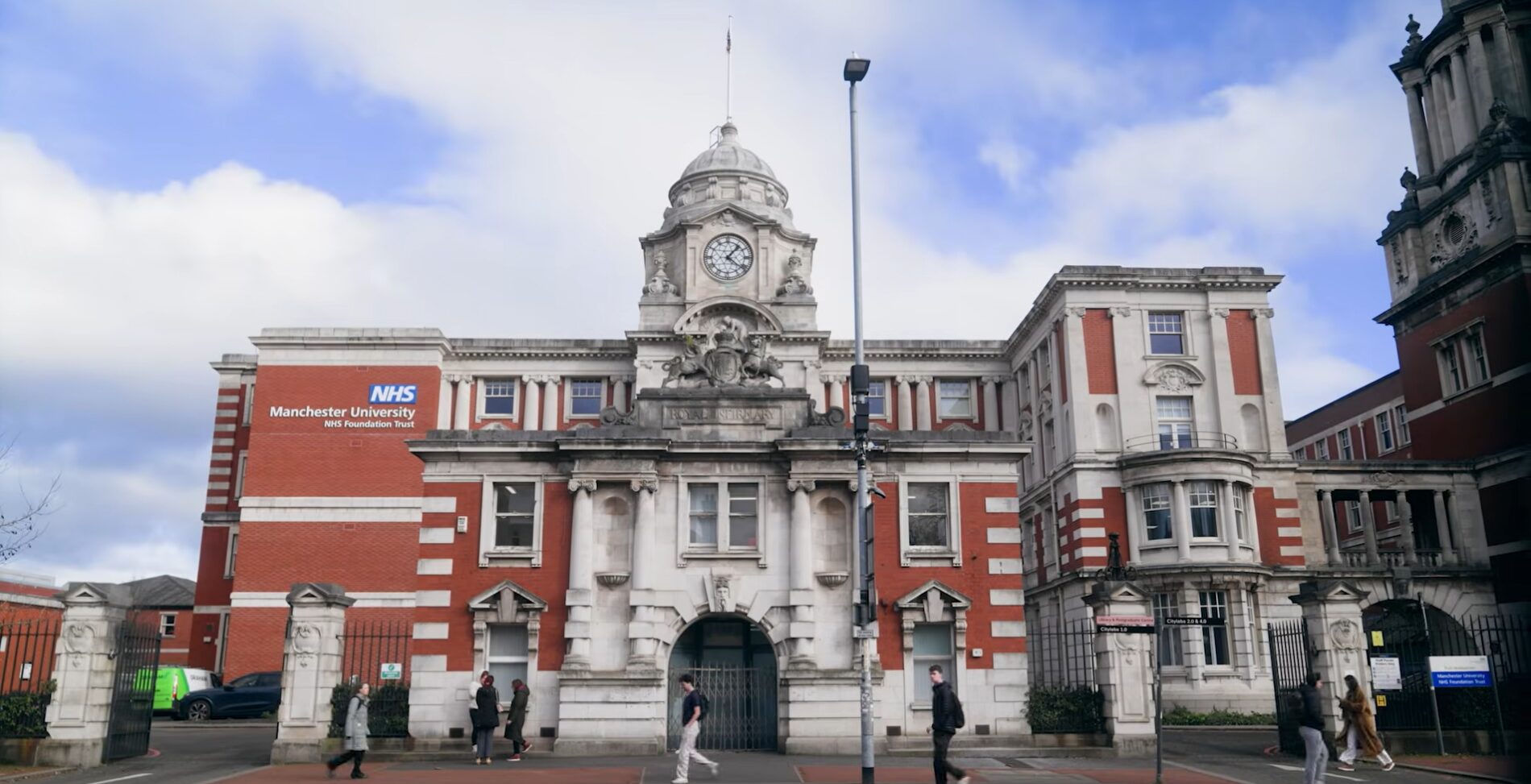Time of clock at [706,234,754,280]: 1:21
